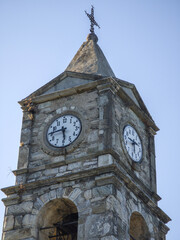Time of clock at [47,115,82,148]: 5:44
